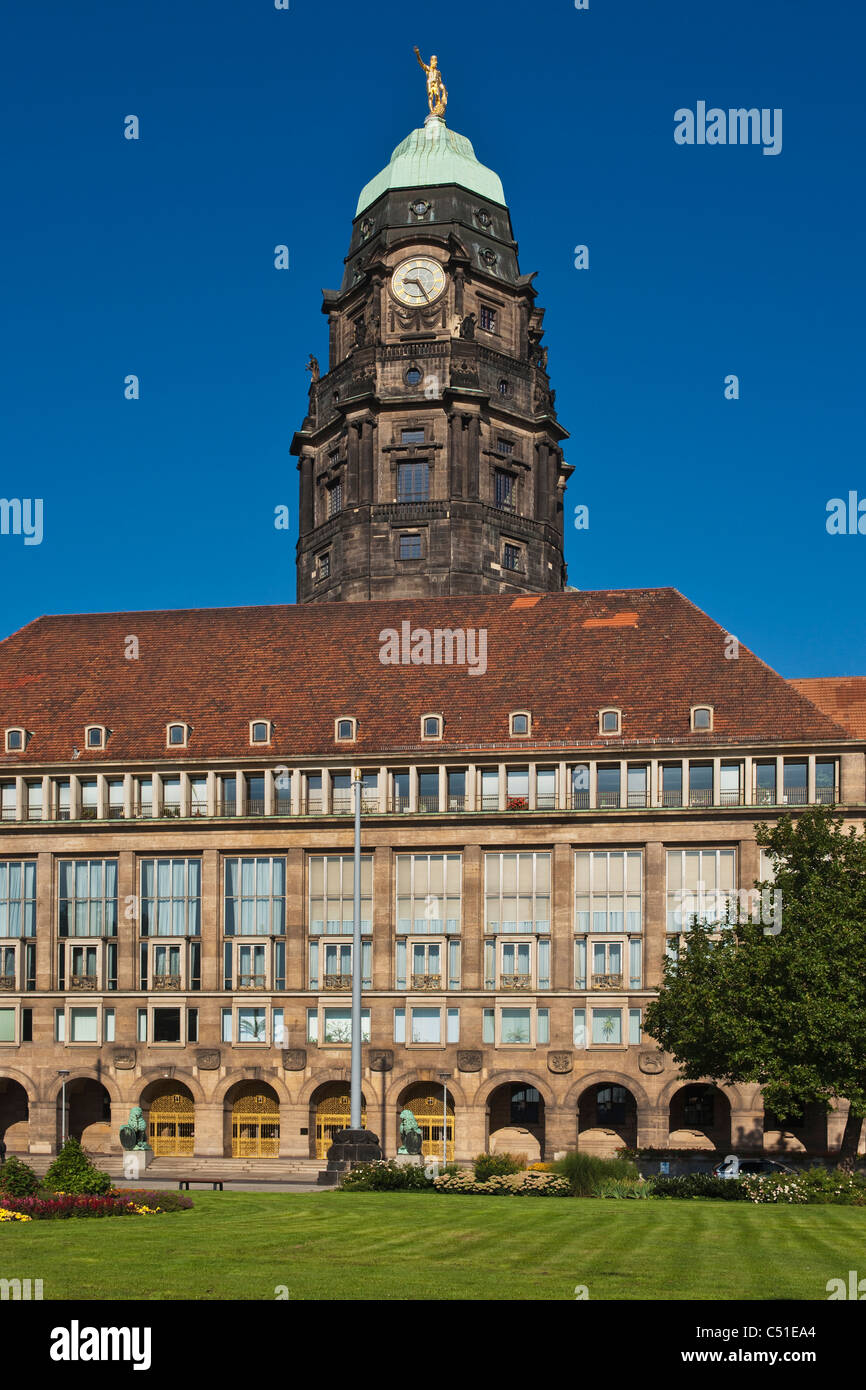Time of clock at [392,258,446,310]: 9:25
